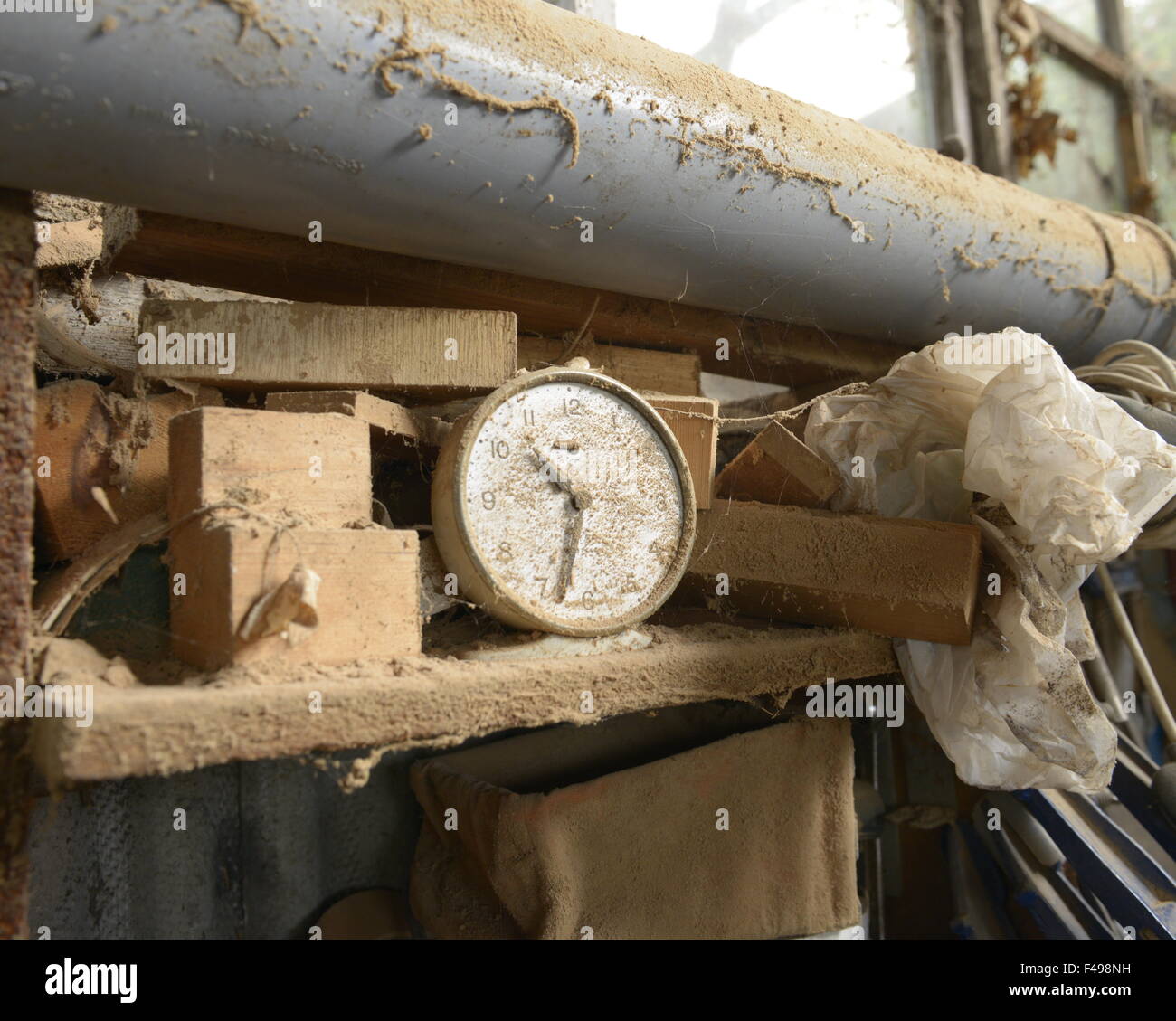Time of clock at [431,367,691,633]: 10:32
